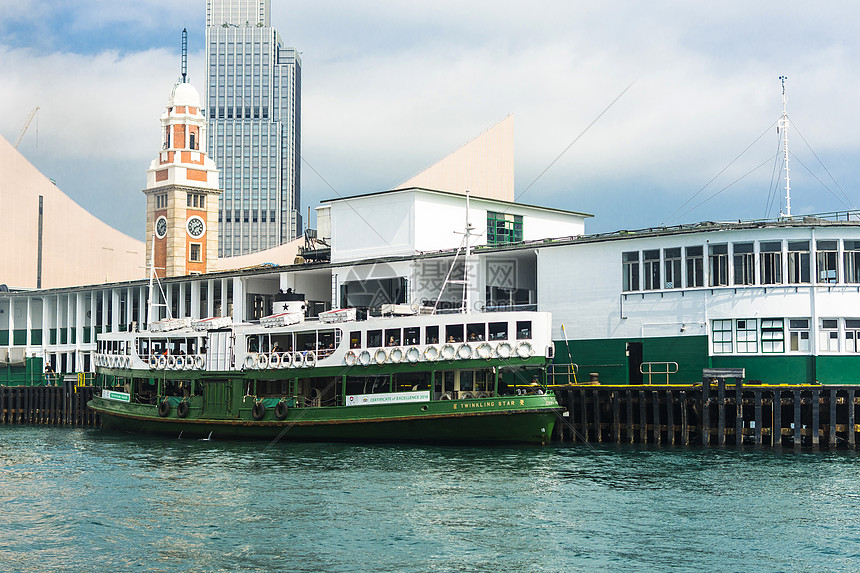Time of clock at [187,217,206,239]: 7:11
